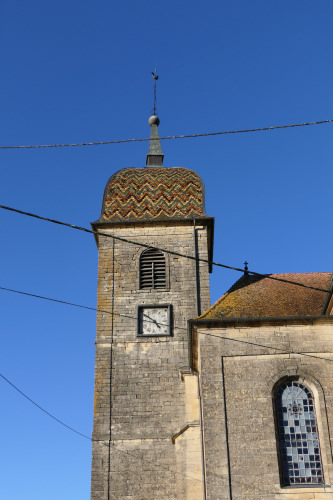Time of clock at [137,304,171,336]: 4:50
